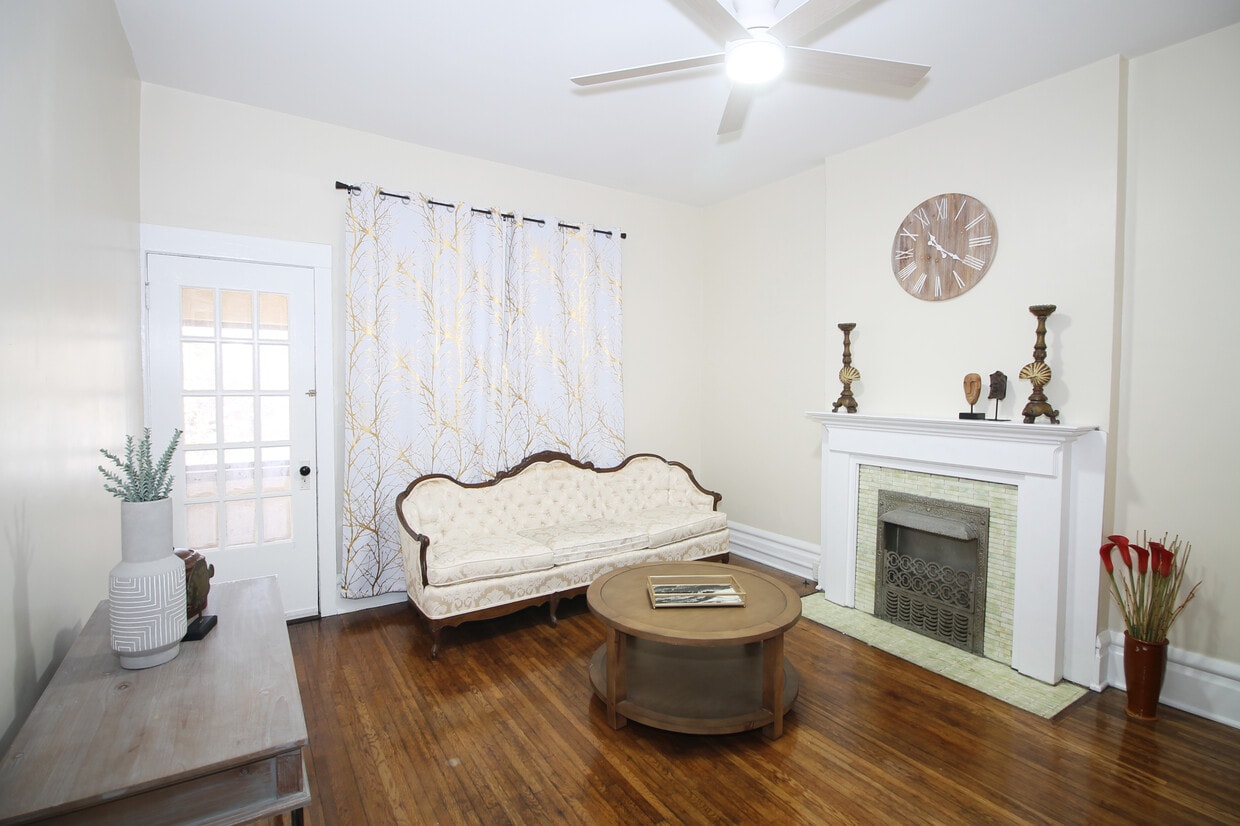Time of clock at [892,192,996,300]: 10:20
